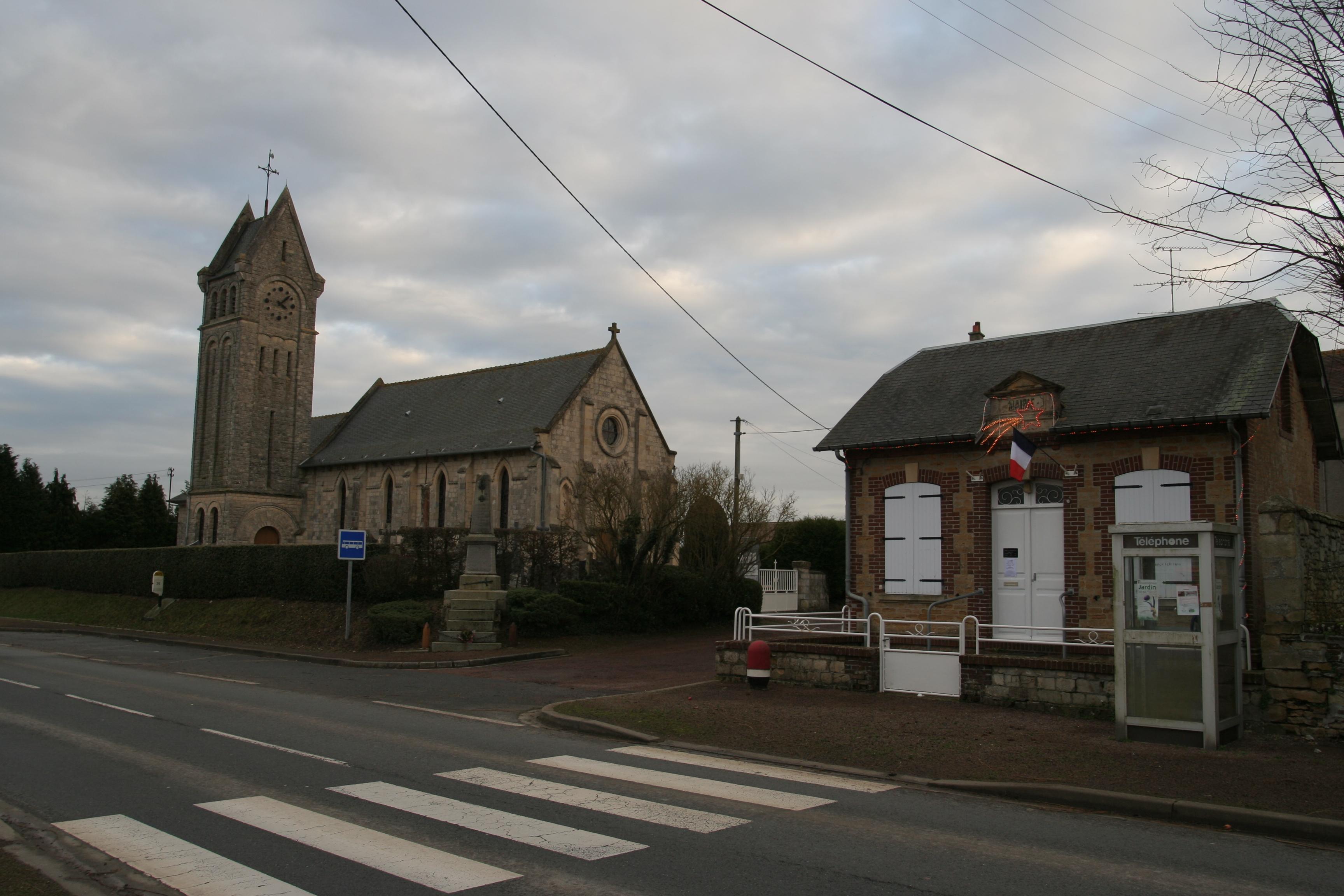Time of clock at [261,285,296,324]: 4:07
